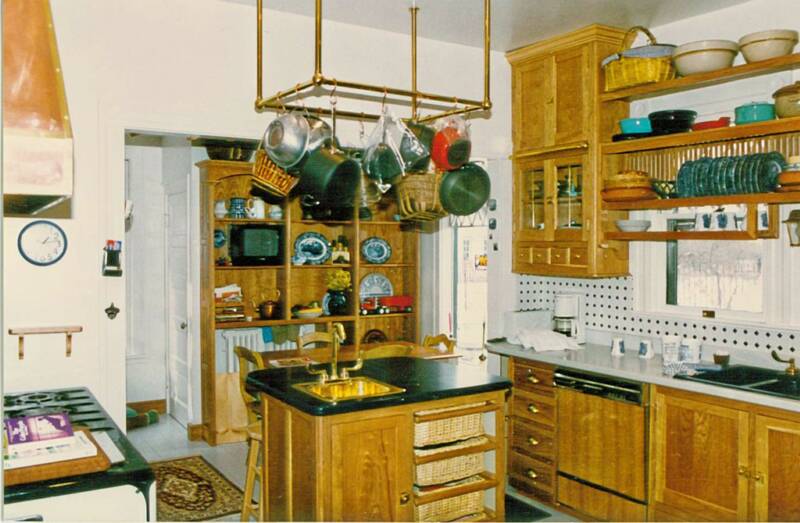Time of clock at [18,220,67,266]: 1:13
